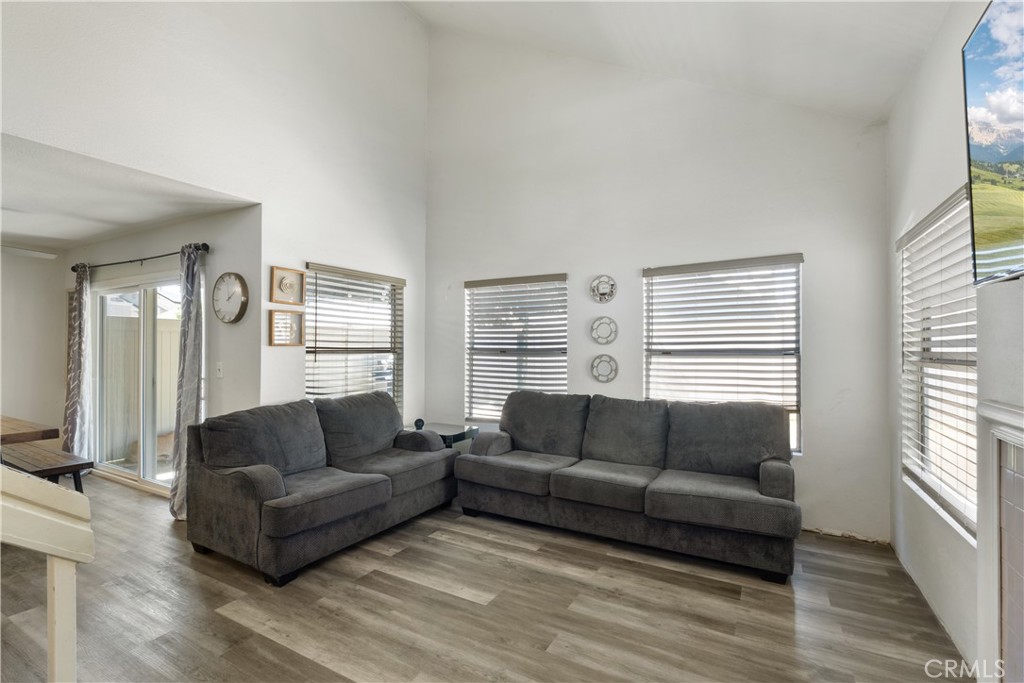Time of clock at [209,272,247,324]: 1:59
